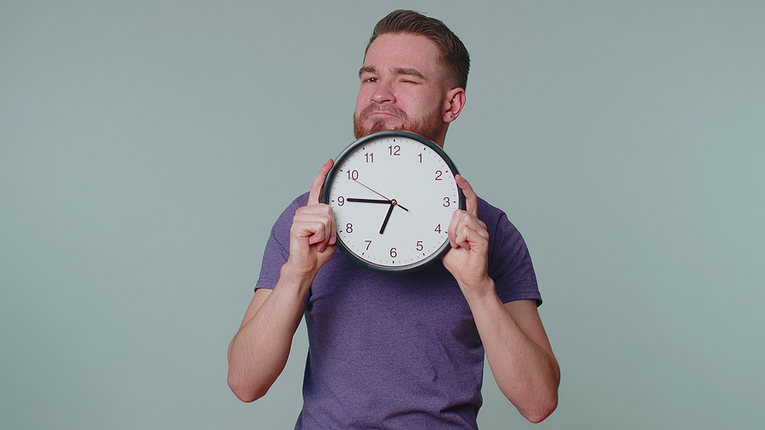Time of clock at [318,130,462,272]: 6:45
